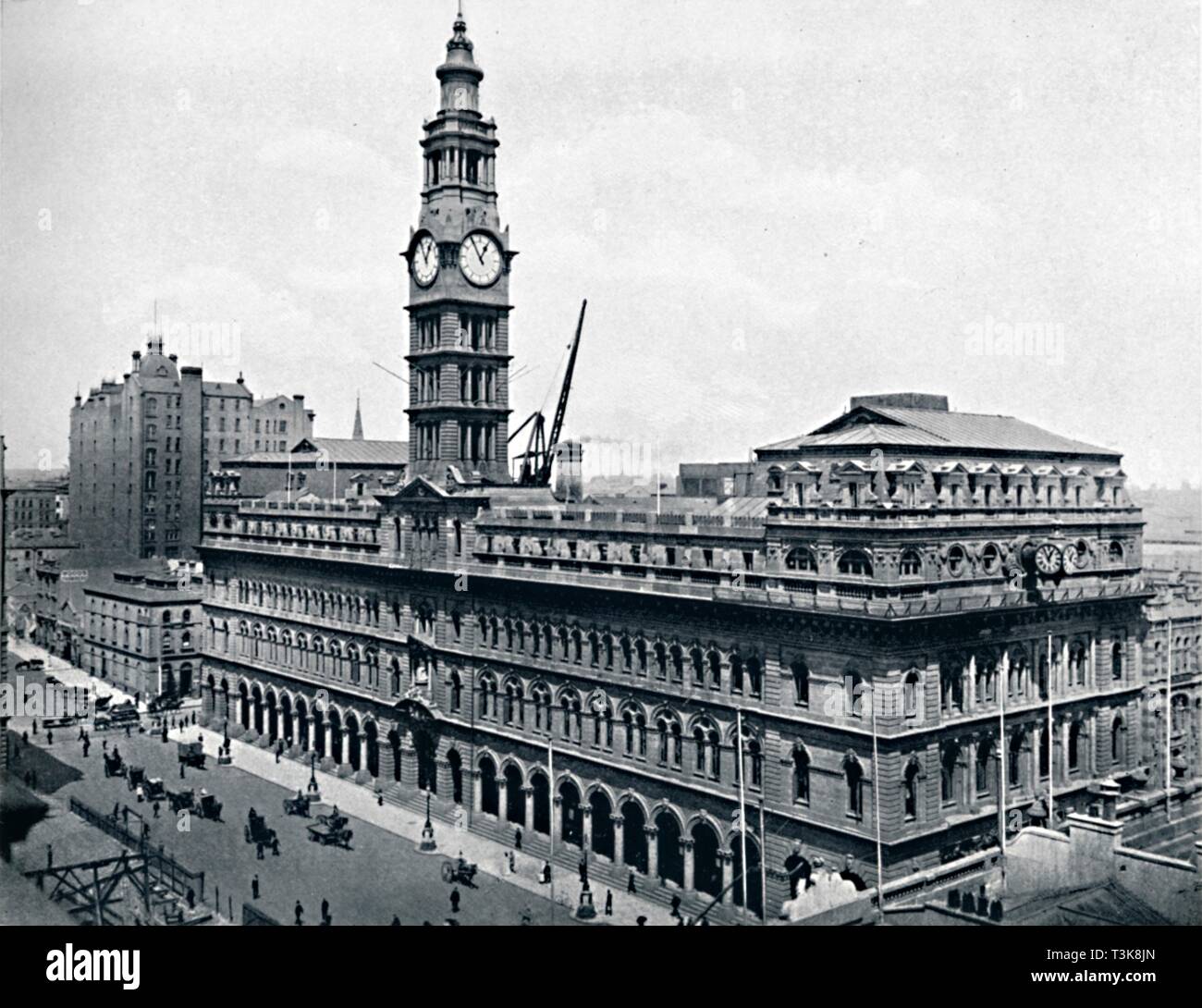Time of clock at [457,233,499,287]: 12:55
